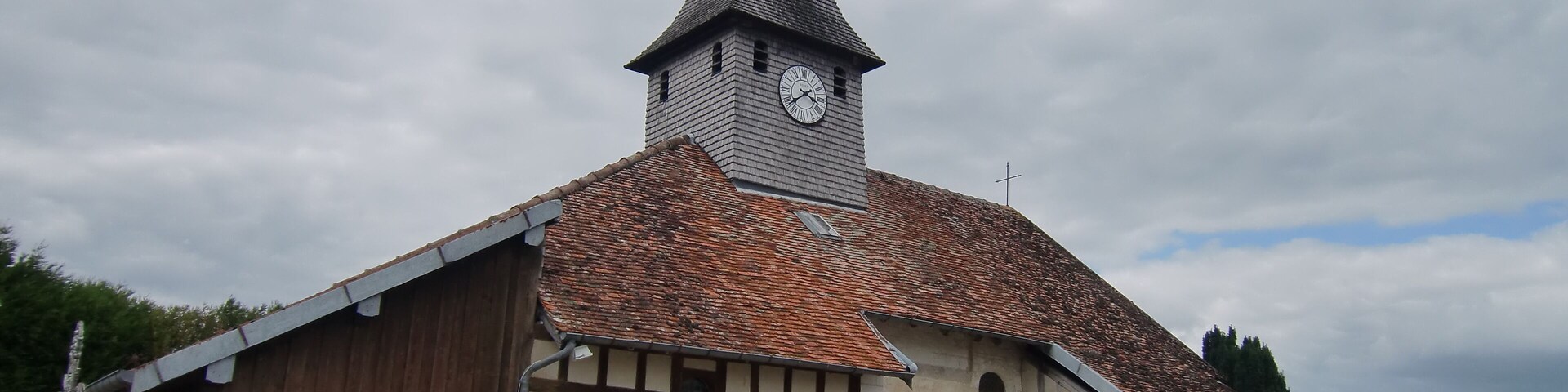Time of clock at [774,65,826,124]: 3:38
